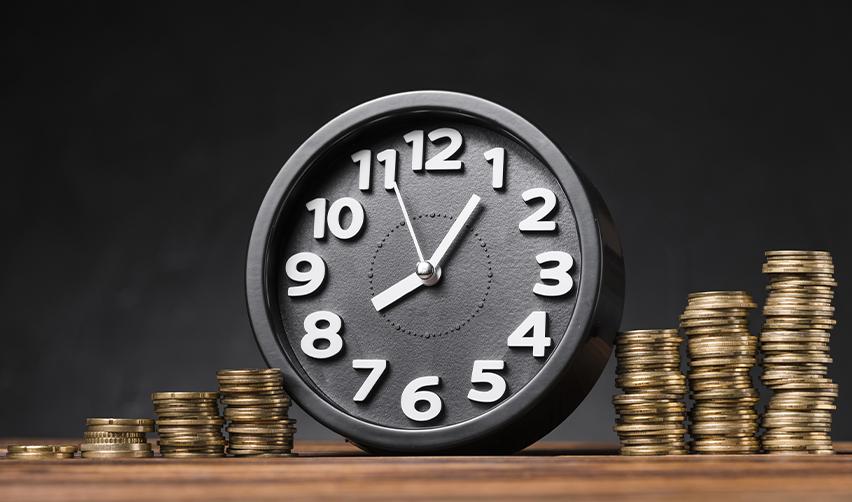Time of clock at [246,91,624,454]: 8:05
